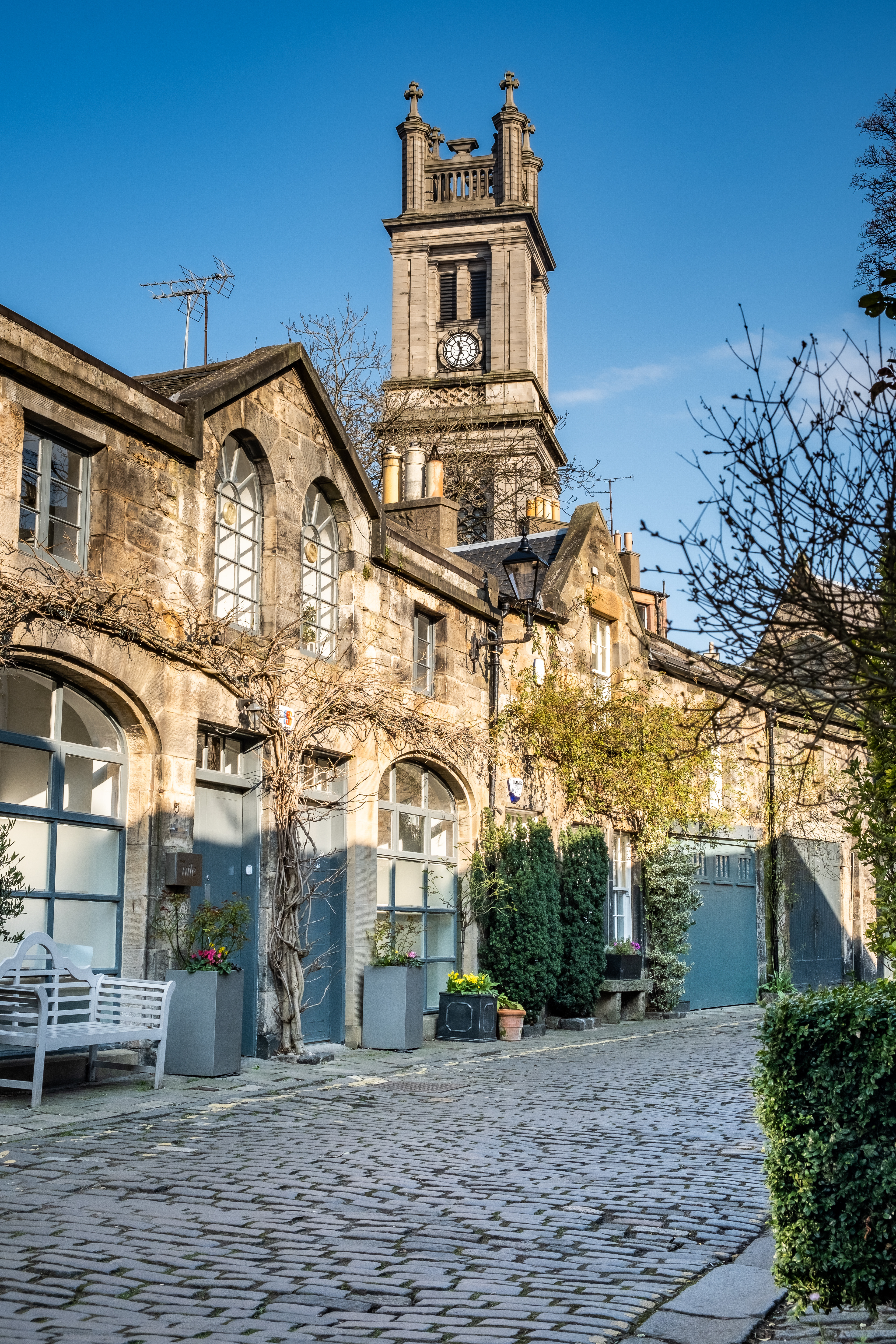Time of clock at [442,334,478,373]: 11:33
